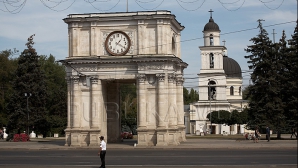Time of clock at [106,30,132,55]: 1:20
